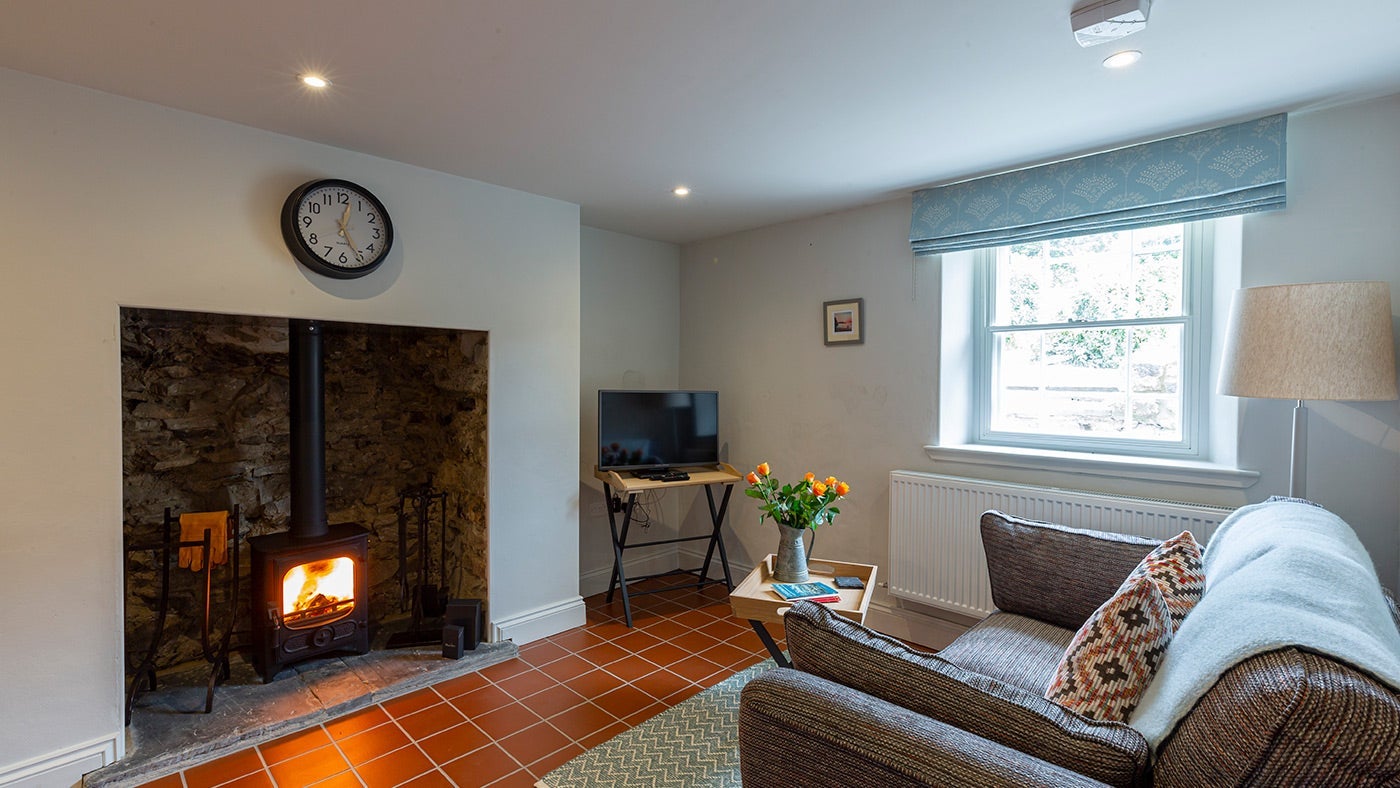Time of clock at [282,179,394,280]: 12:25
